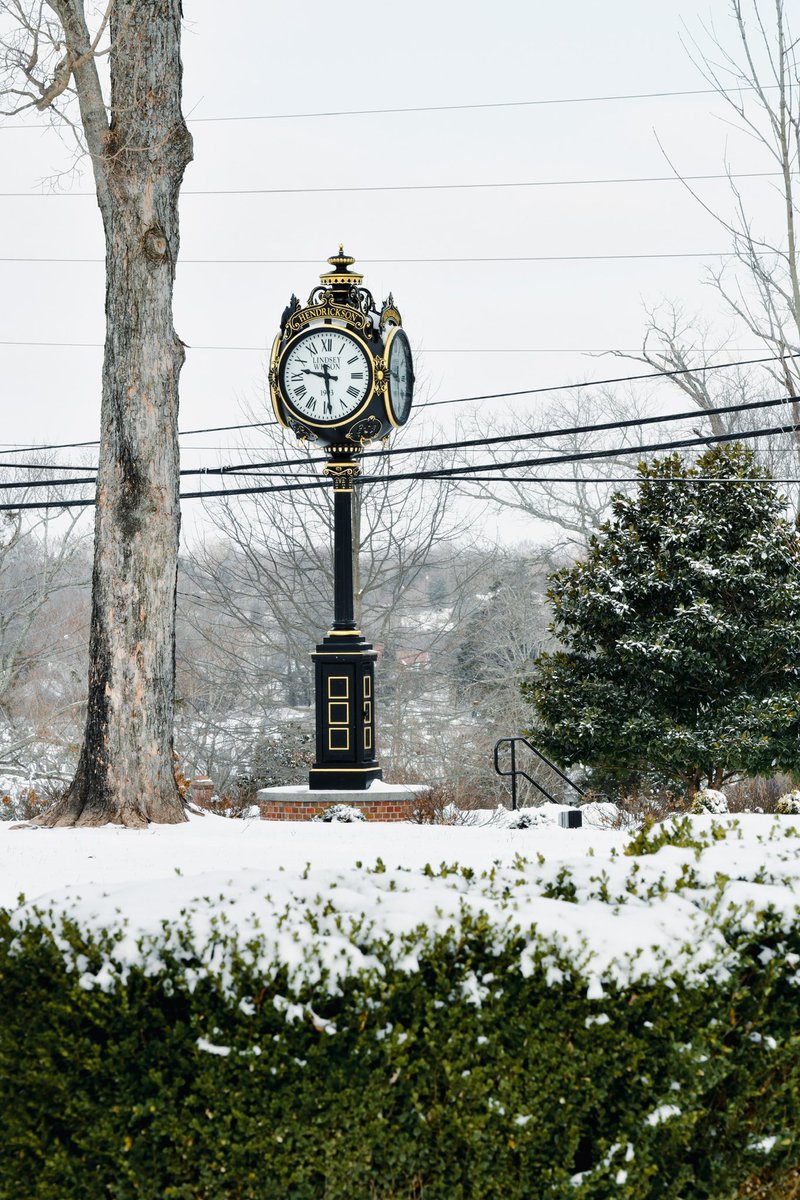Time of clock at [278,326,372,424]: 9:28
